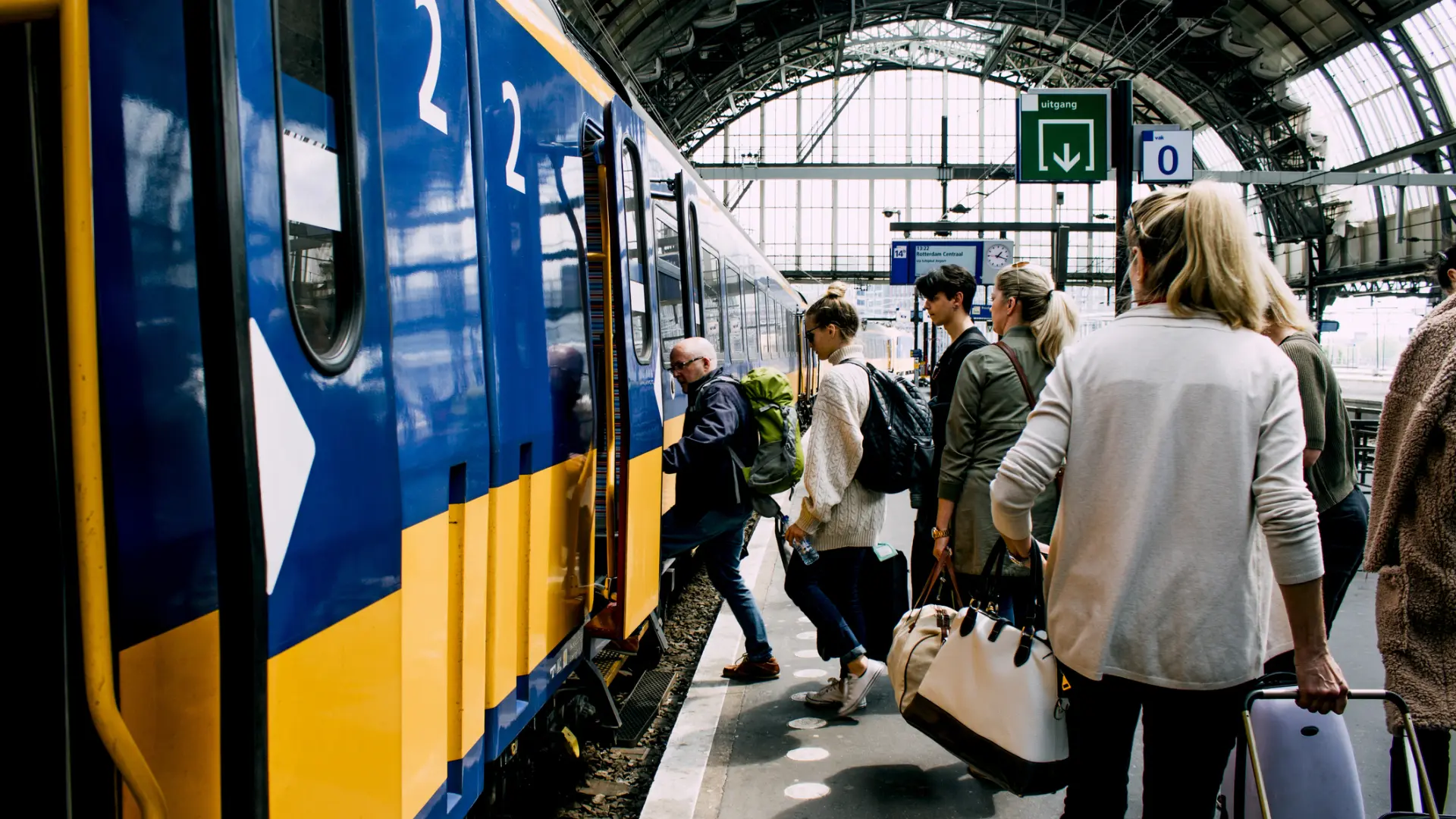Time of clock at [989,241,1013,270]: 1:18
